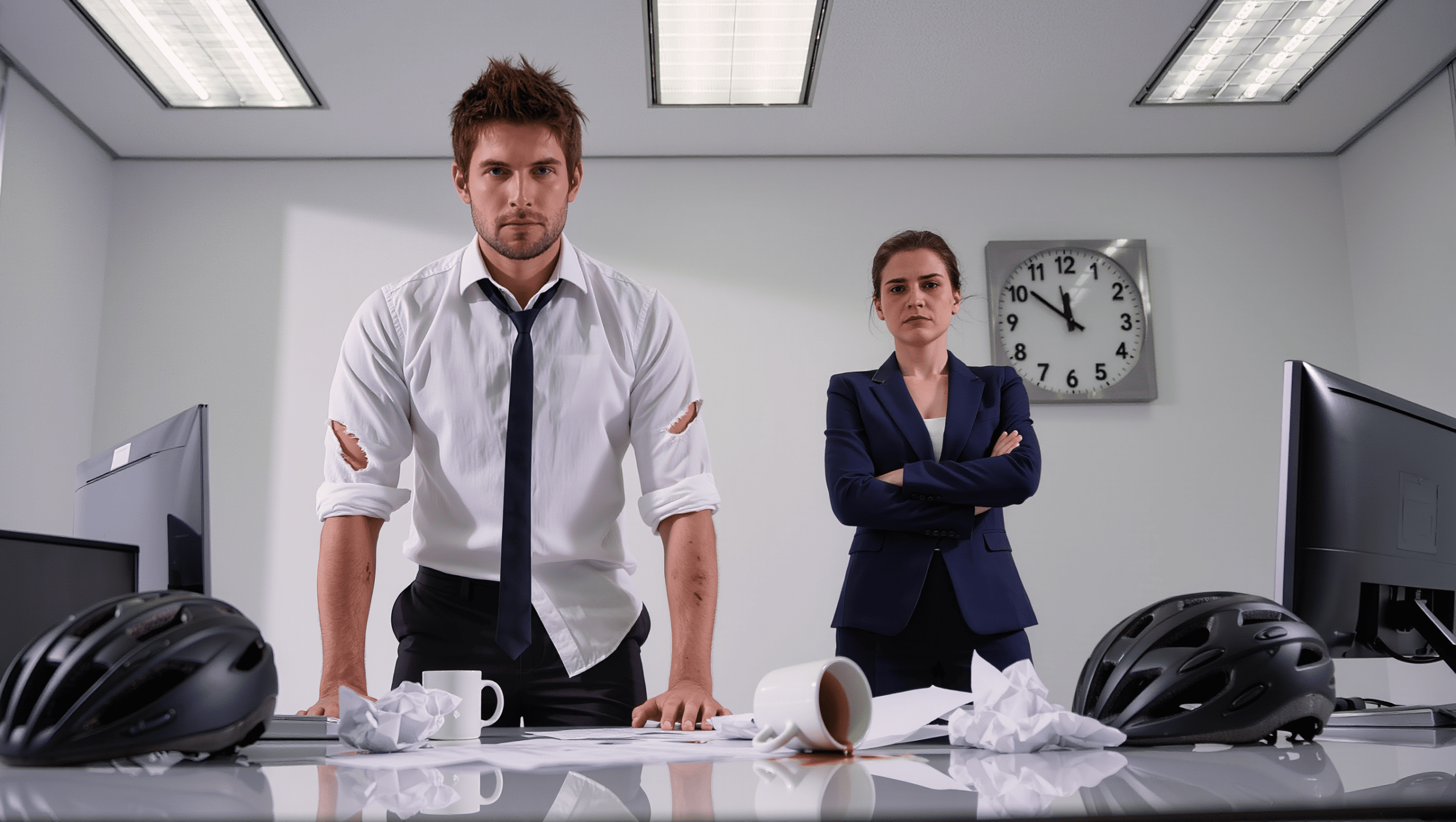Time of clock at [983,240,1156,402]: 11:51
